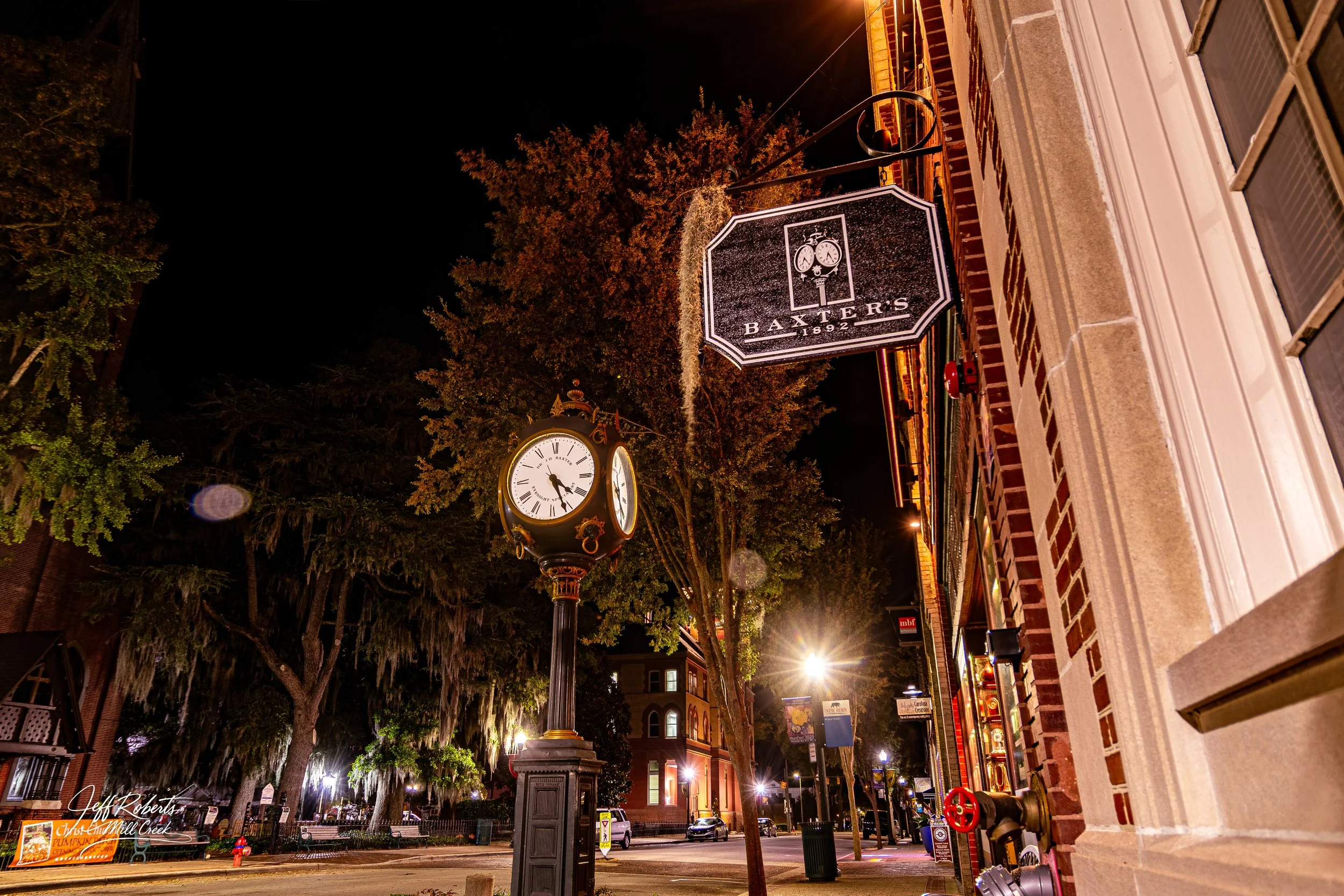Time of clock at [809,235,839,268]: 6:24
